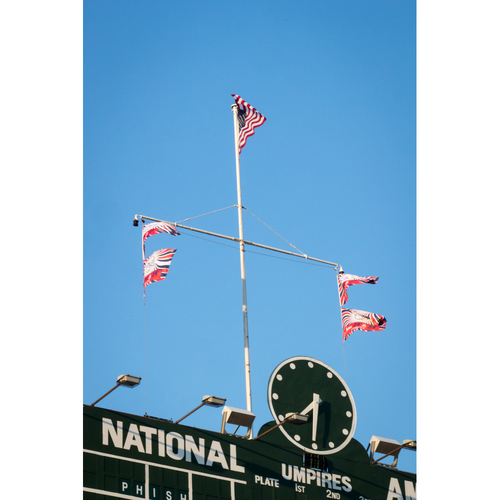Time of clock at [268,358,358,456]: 7:30
